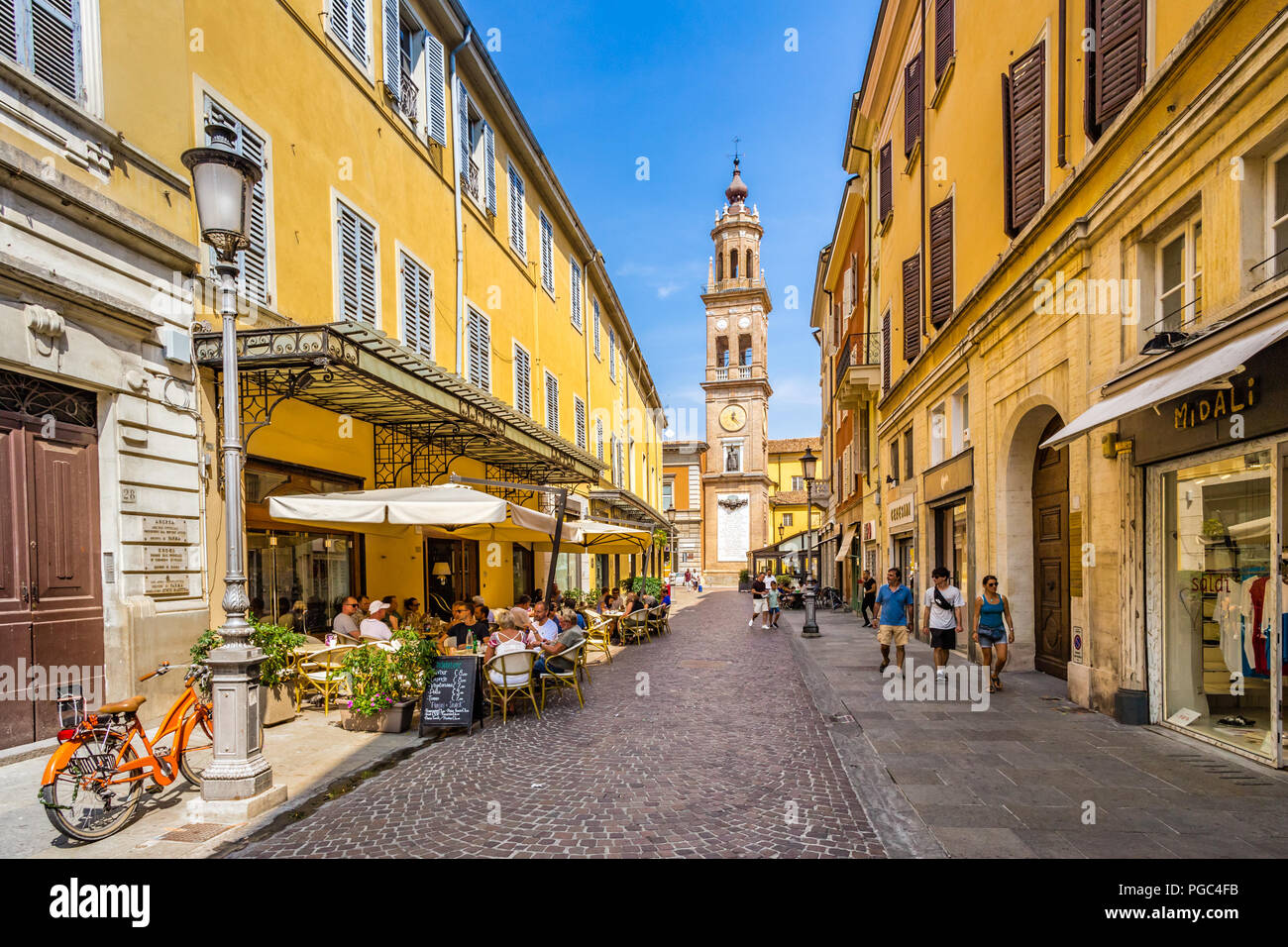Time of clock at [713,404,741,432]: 12:23
